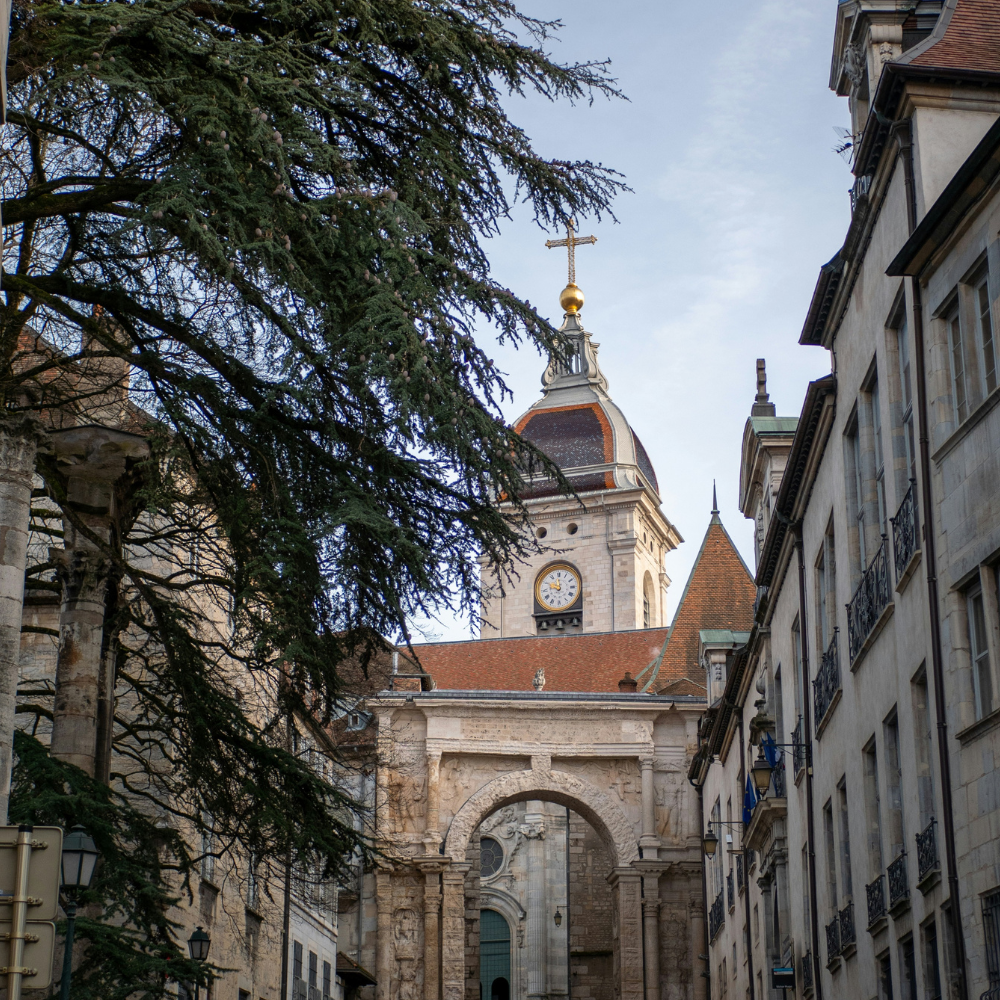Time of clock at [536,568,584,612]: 11:49
